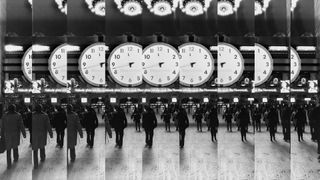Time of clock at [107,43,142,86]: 11:42
